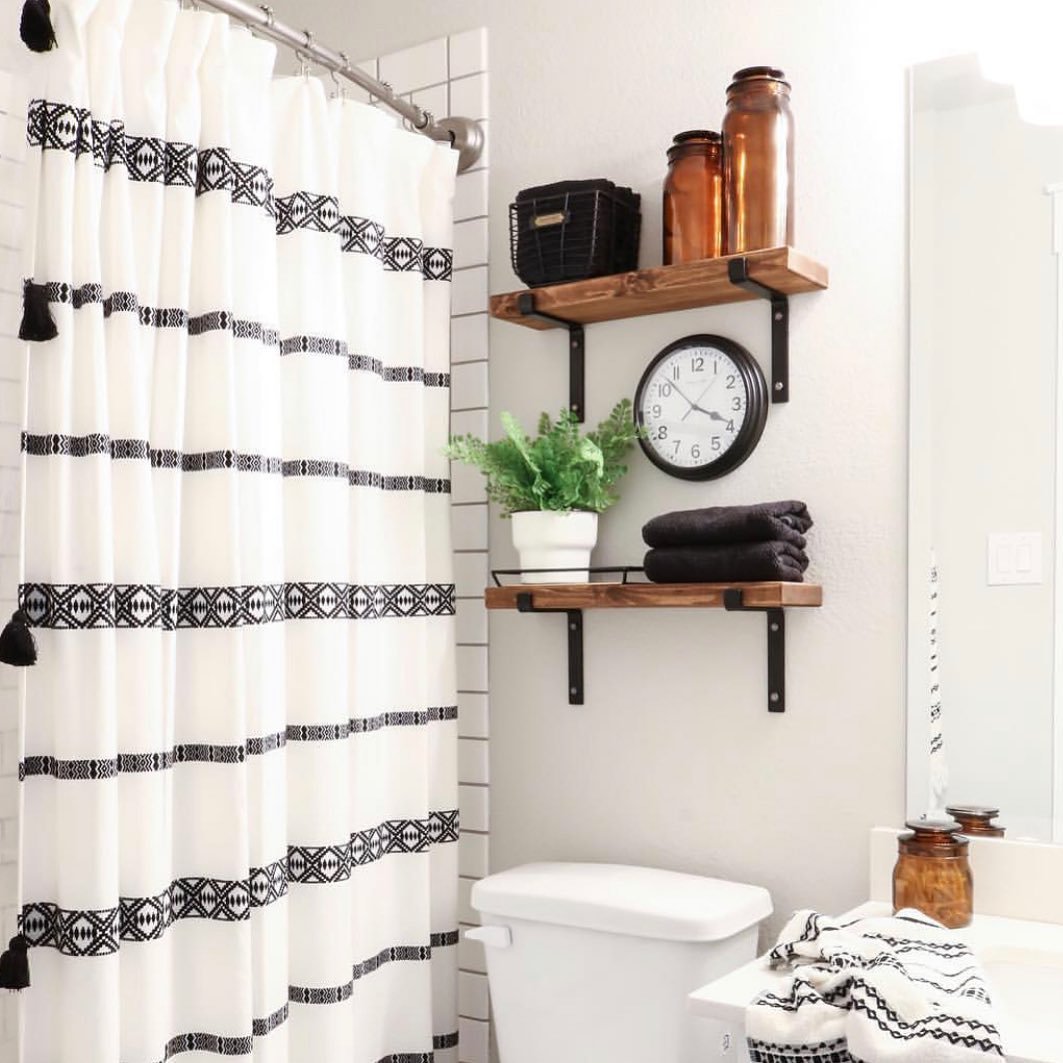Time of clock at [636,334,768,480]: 3:52
